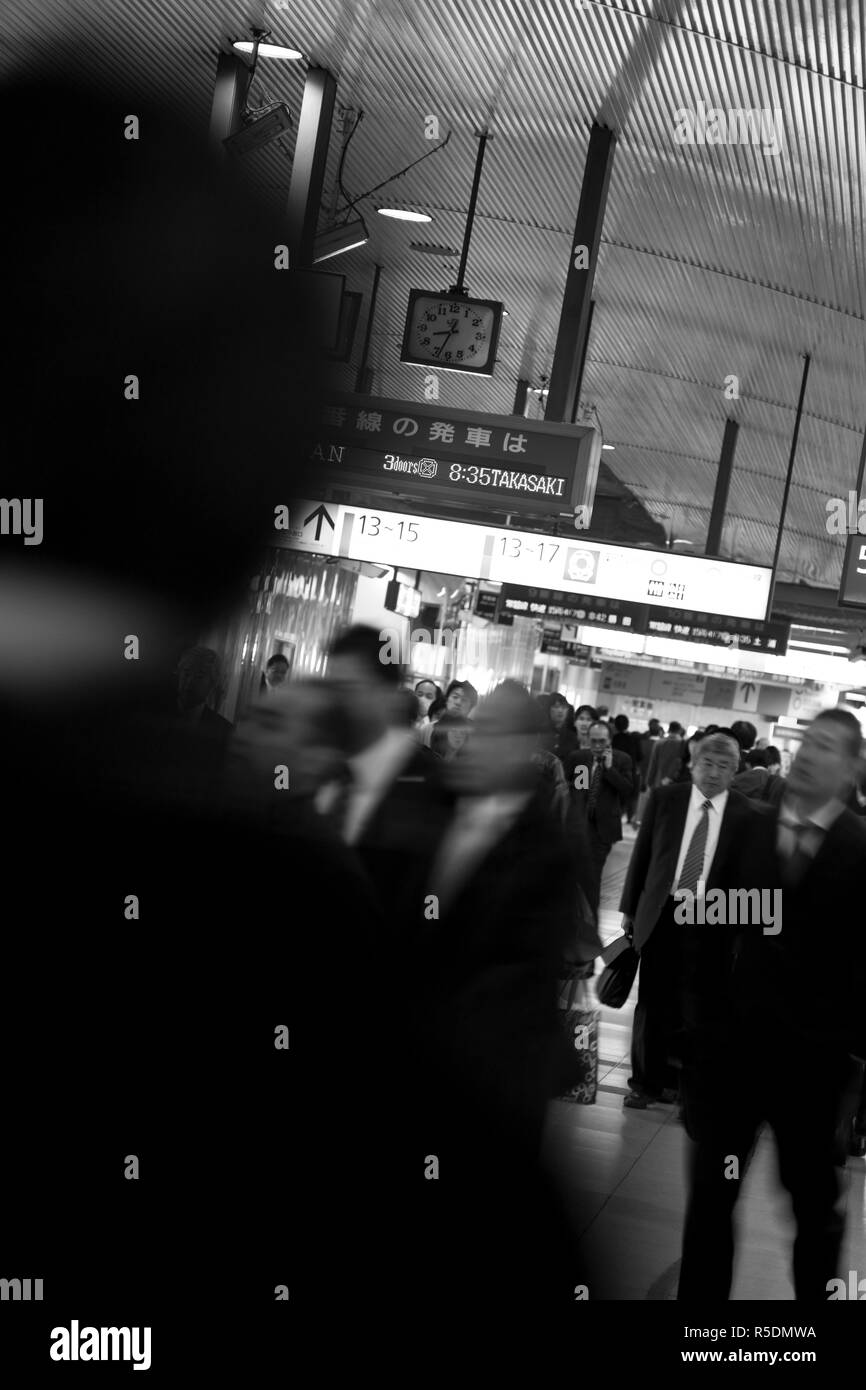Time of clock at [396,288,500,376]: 8:33
